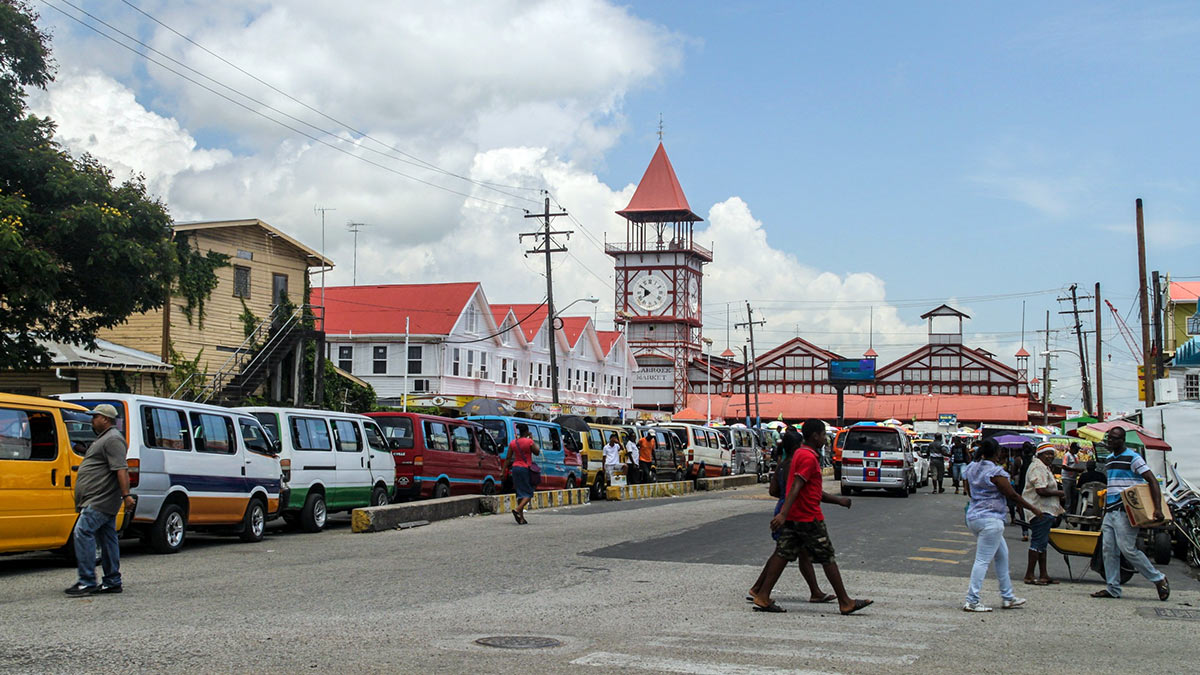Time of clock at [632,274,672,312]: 7:50
